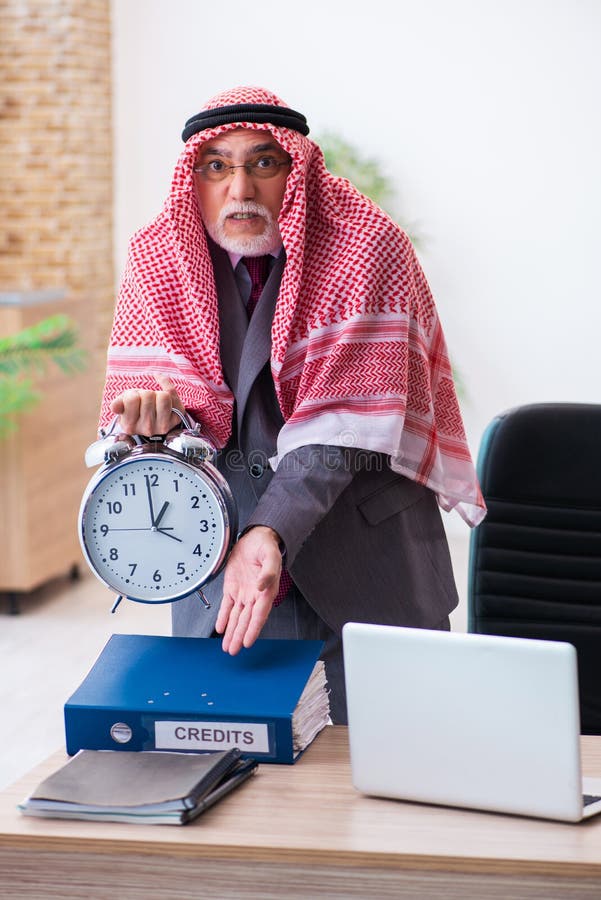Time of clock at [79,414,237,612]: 12:59
